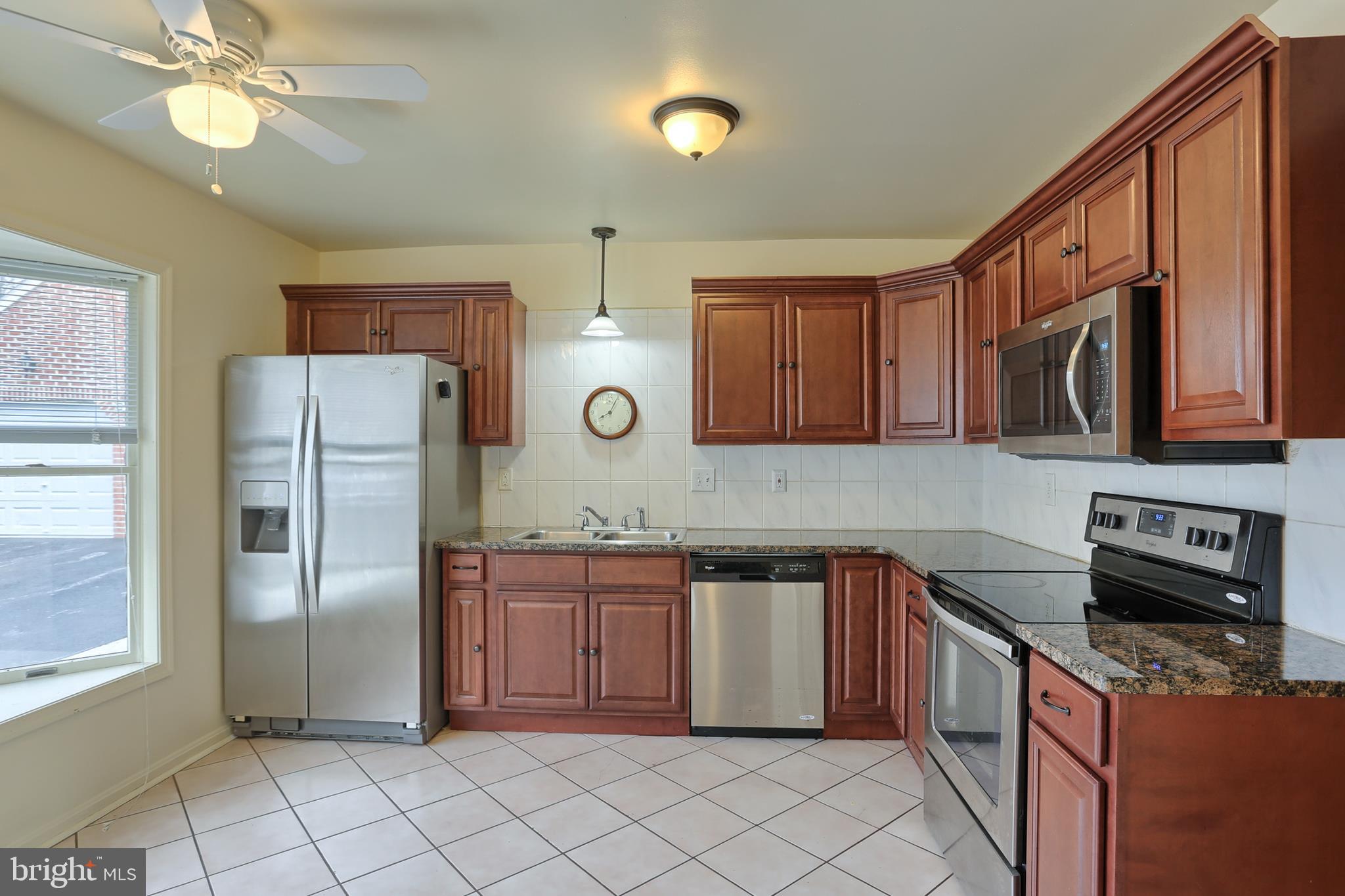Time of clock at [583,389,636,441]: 8:04
